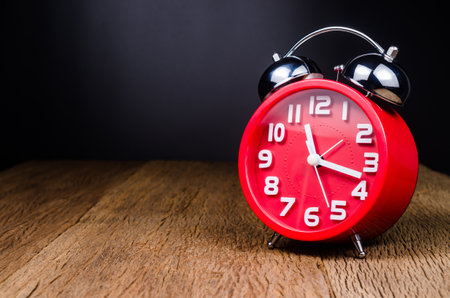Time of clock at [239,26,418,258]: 11:18
